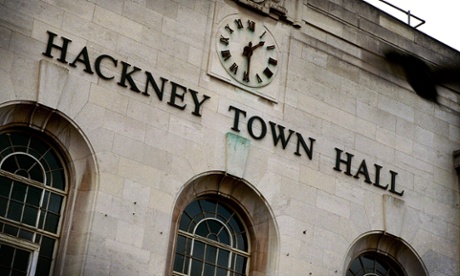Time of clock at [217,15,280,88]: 1:29
